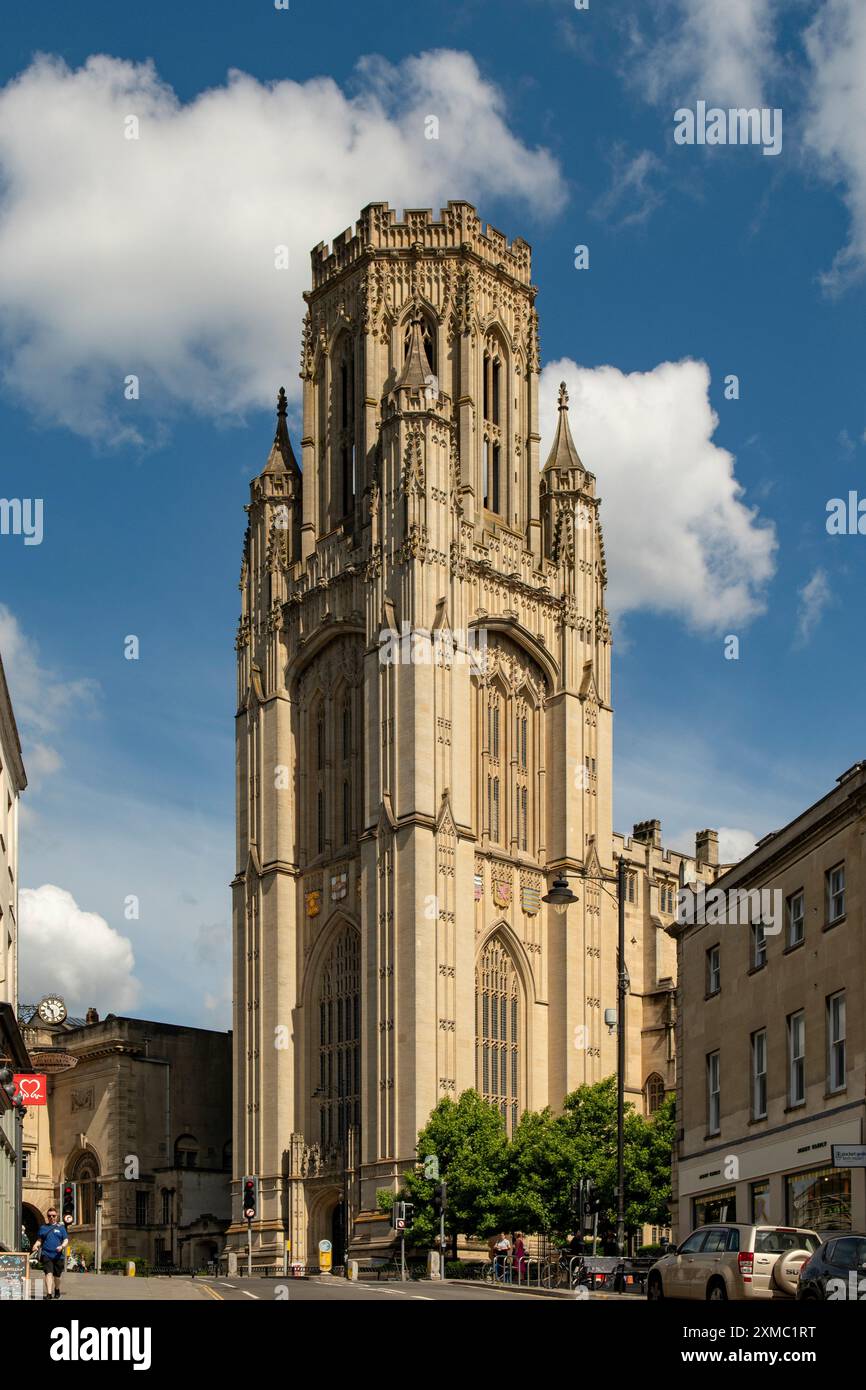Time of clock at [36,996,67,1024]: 10:28
